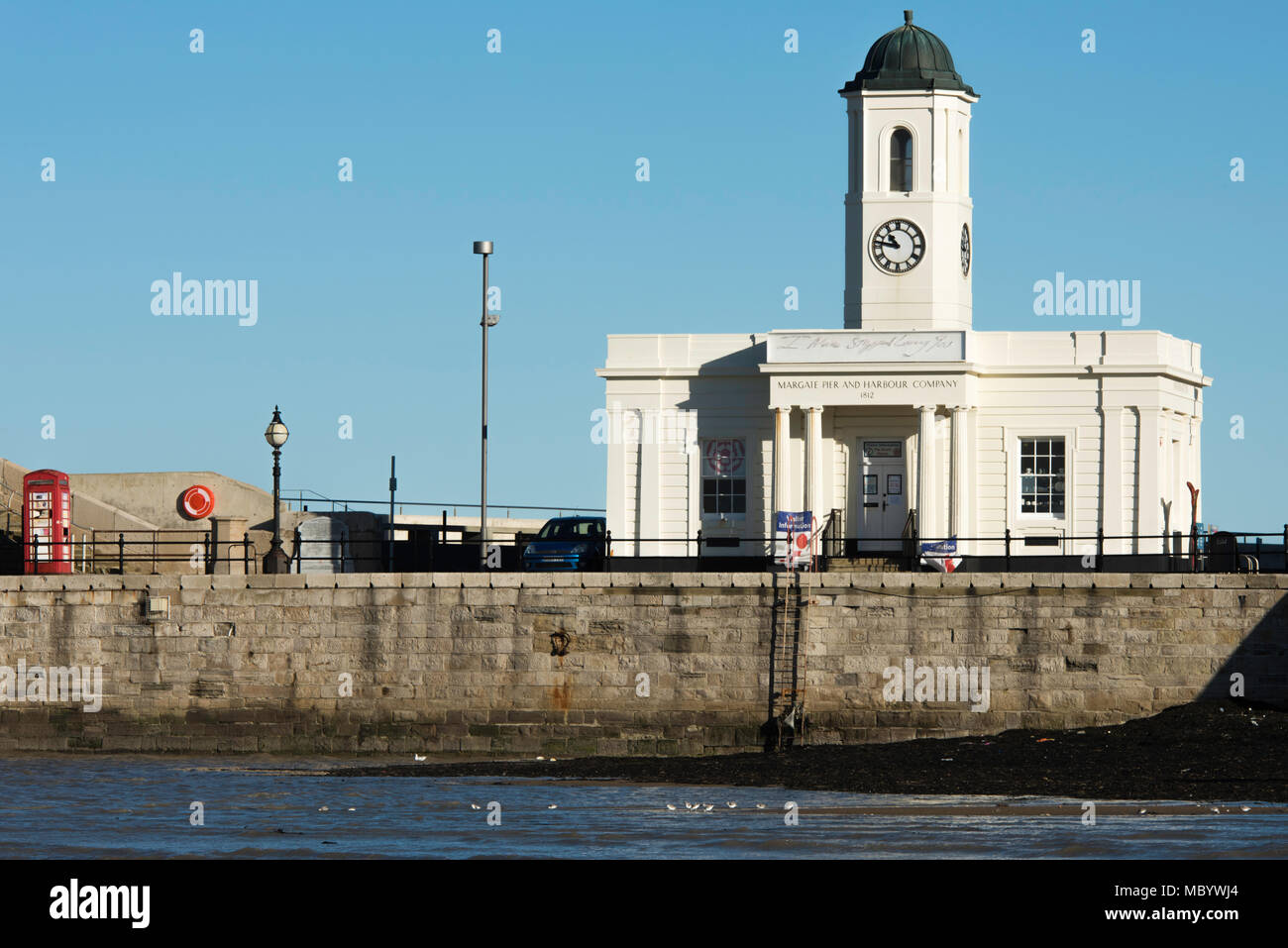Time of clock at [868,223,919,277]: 10:46
